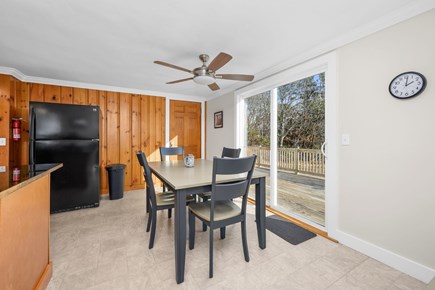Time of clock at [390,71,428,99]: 2:01
